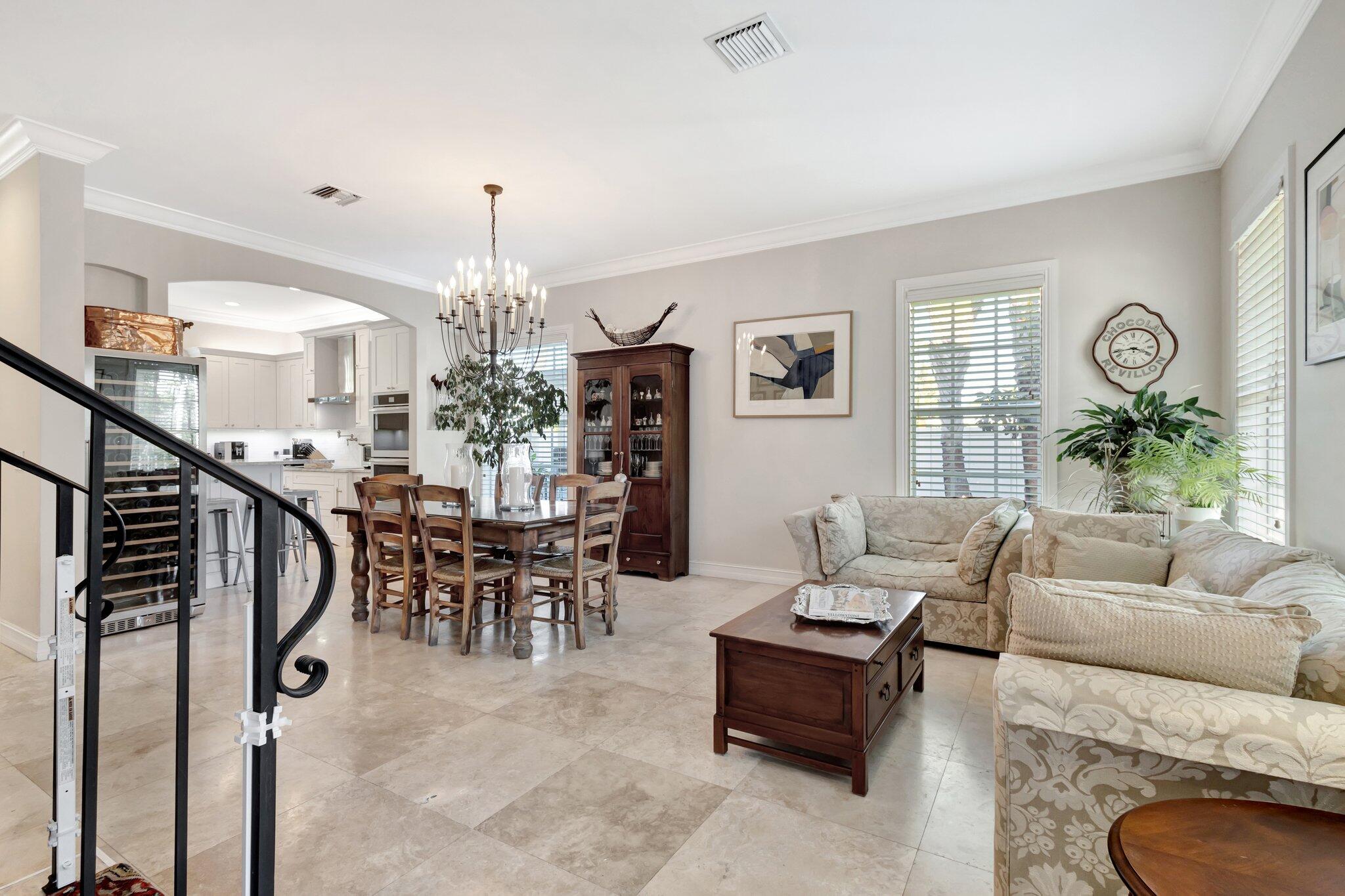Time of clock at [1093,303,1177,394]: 3:43
